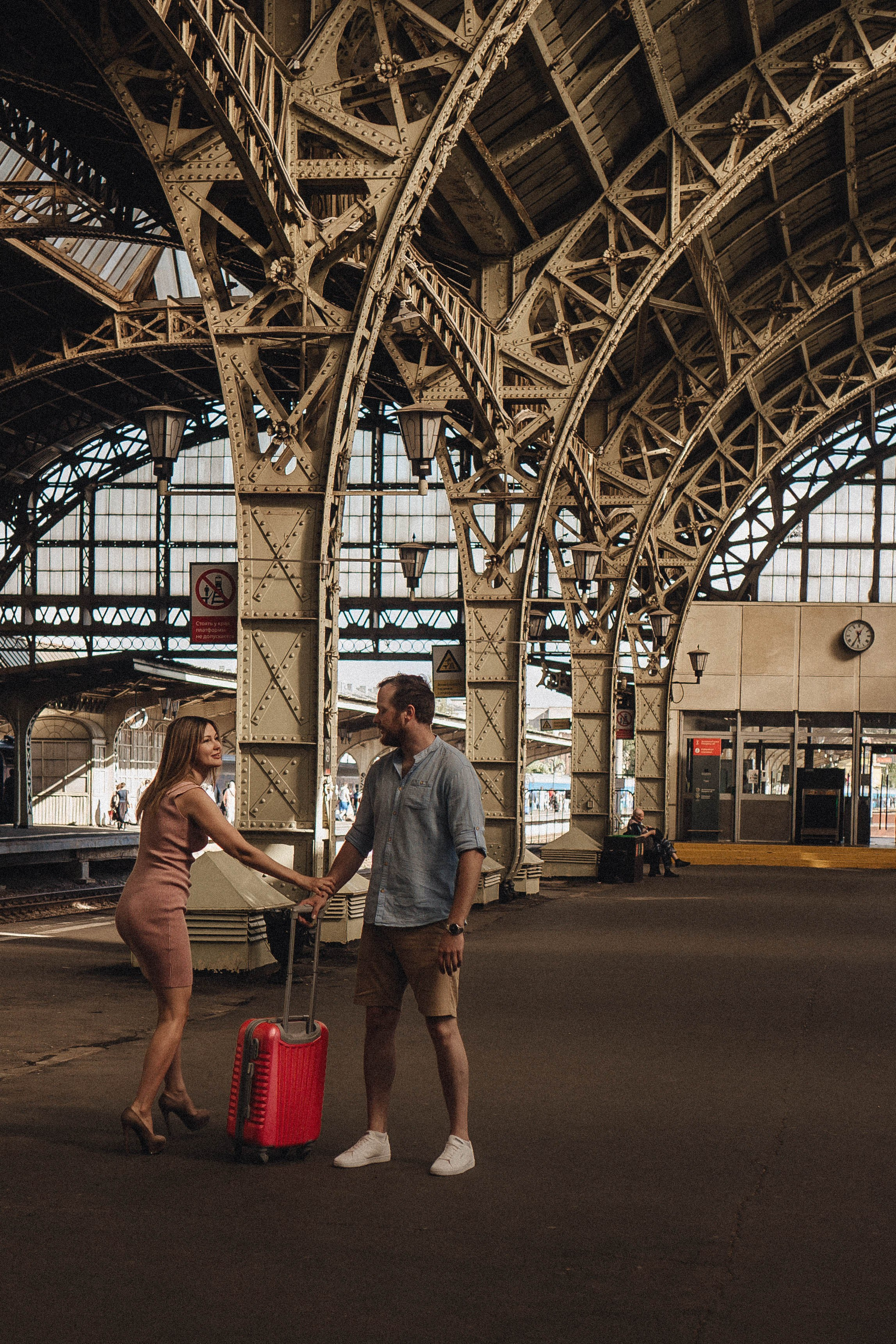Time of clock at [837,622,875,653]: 5:35
